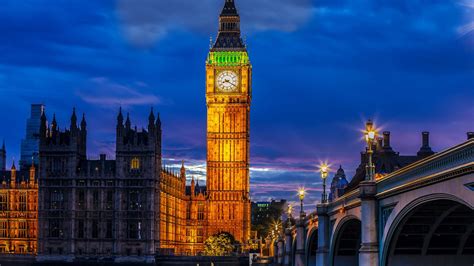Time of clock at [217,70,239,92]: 8:20
